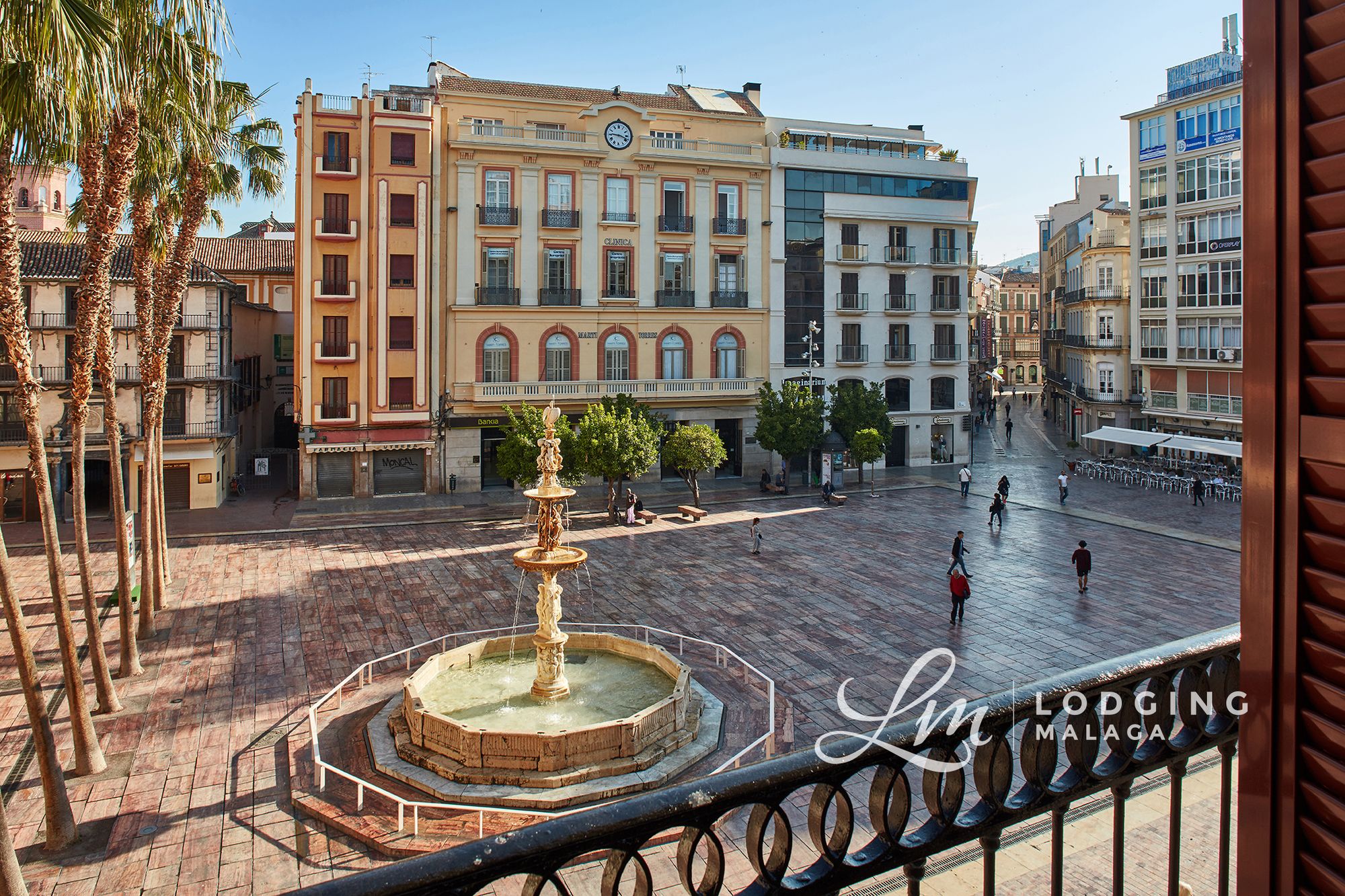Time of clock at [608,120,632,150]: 9:18
